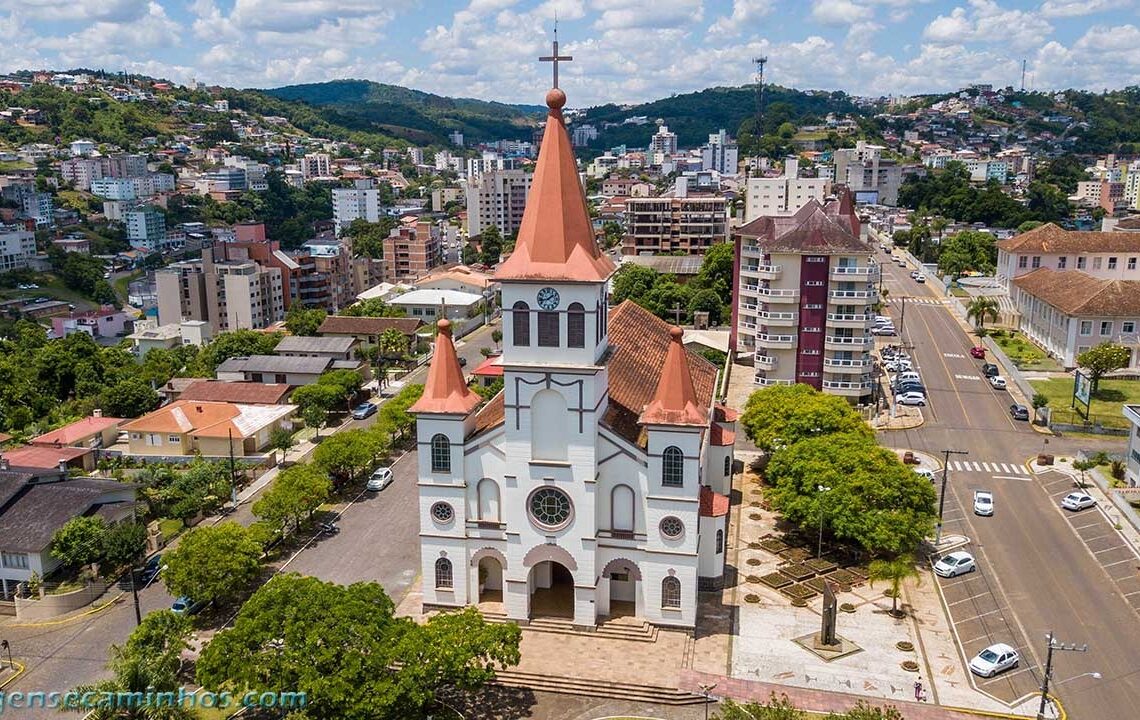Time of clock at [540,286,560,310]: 1:42
